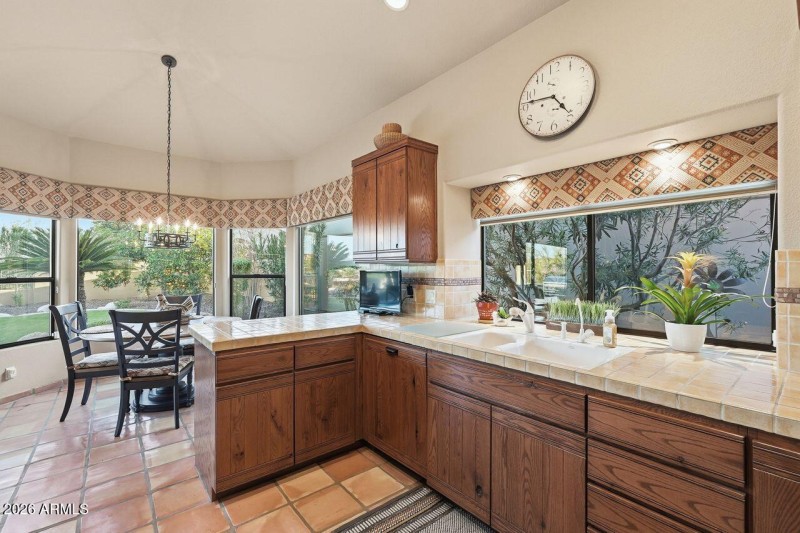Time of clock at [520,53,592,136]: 4:46
